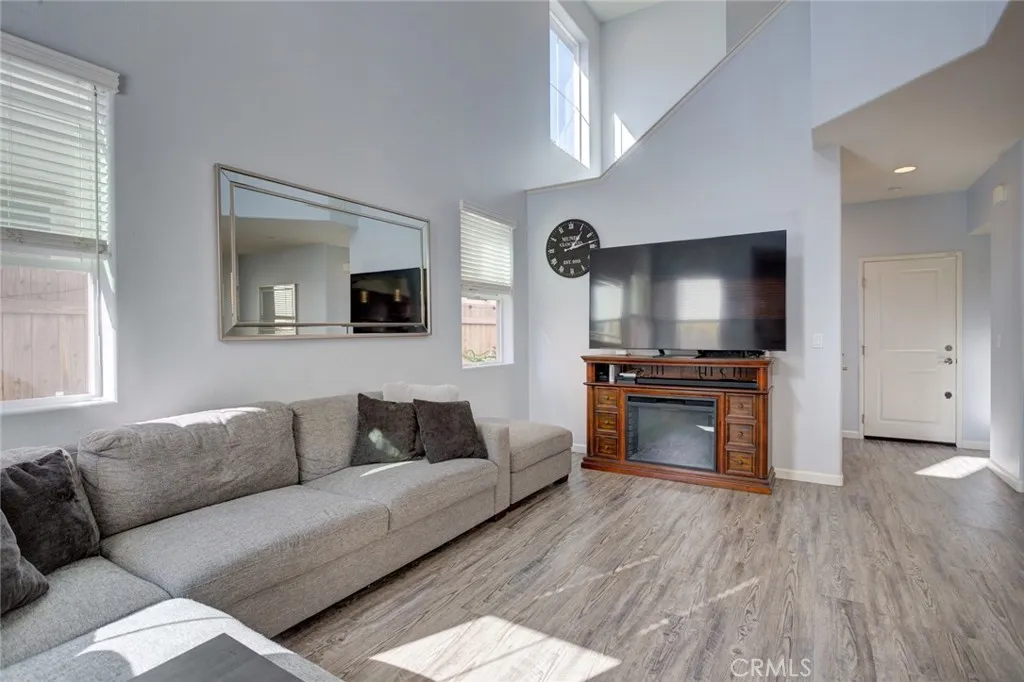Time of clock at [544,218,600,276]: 1:13
